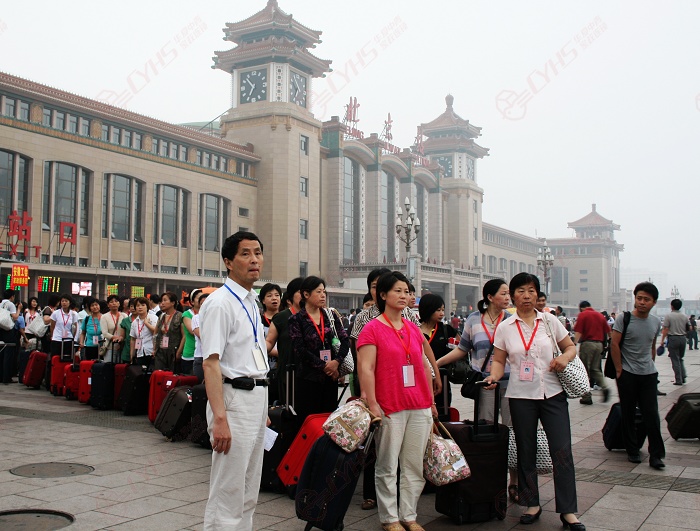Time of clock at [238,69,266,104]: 6:52
